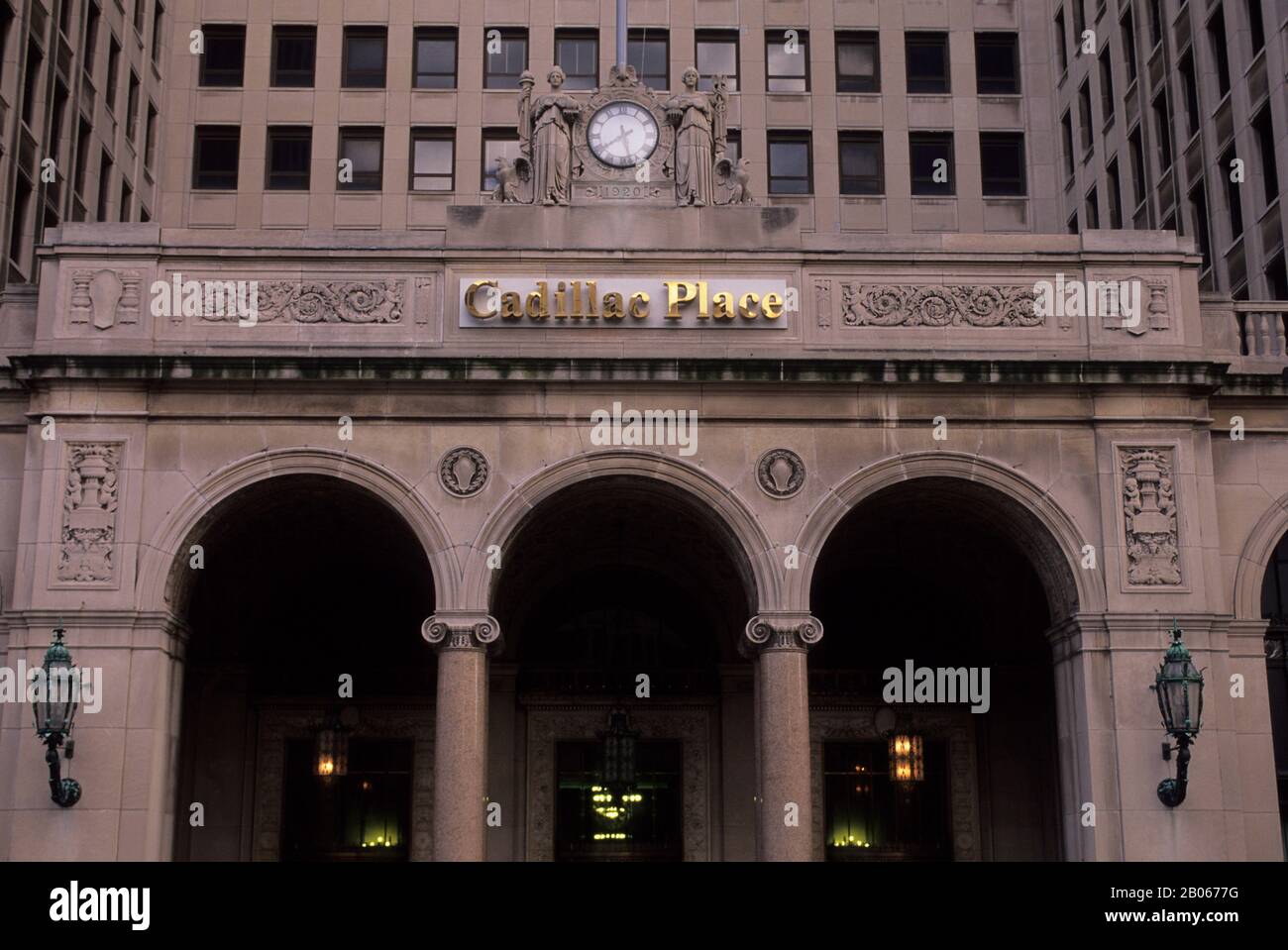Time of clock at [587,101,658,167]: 5:39
